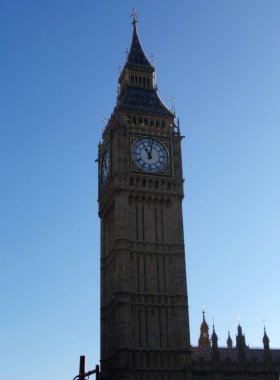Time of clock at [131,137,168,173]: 11:02
